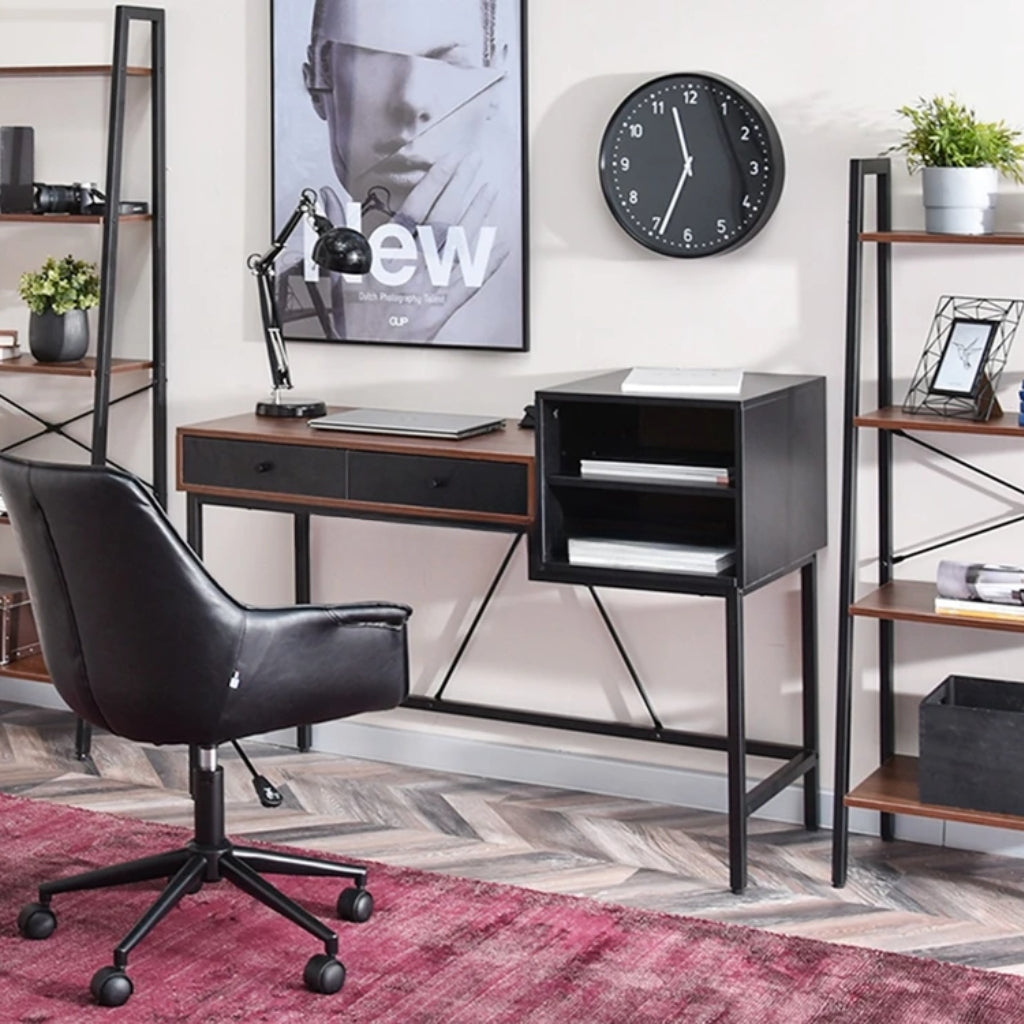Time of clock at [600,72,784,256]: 11:33
